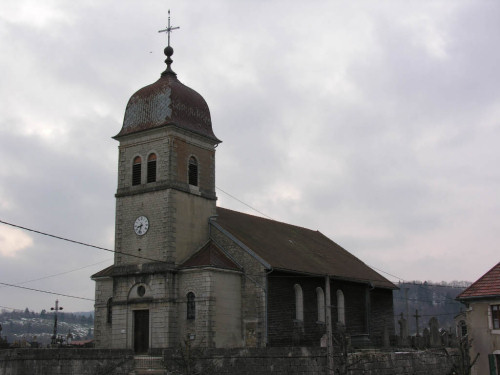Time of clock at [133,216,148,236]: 8:32
